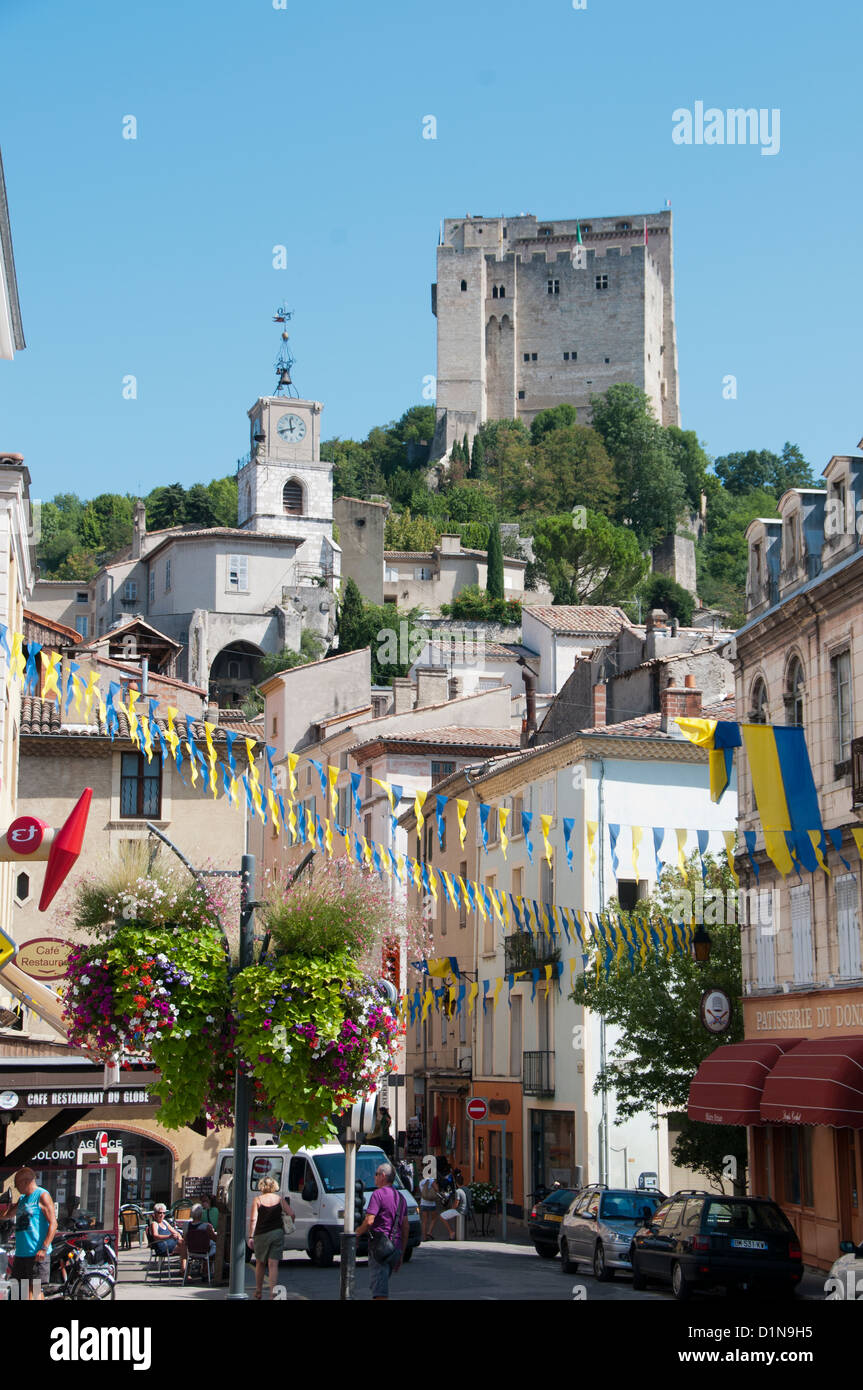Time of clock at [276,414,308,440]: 11:41
